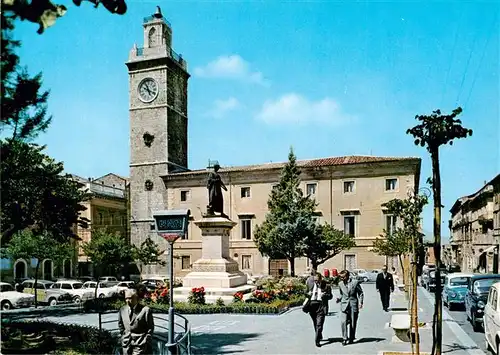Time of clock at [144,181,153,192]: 12:12
